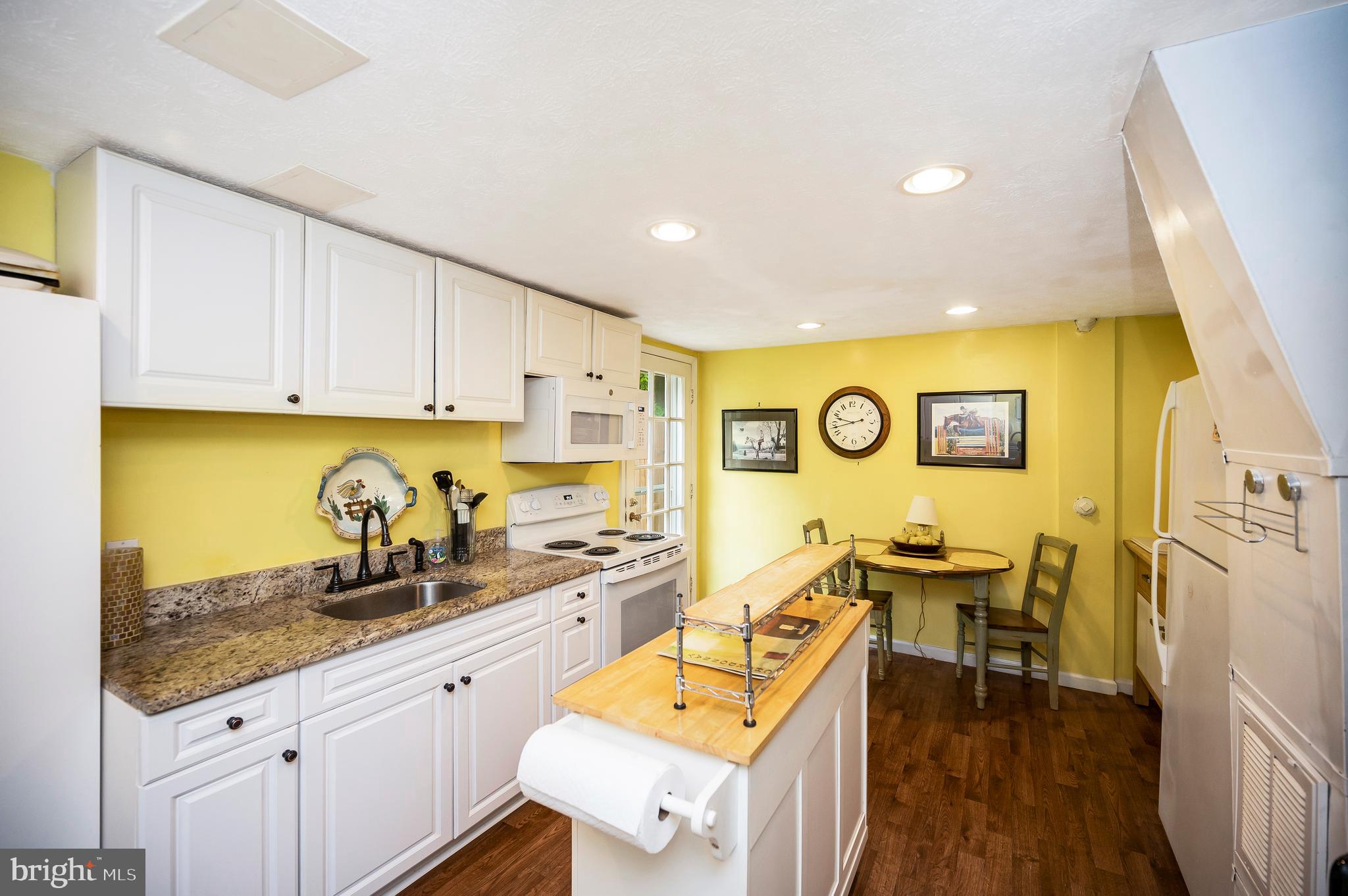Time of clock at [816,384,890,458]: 9:42
